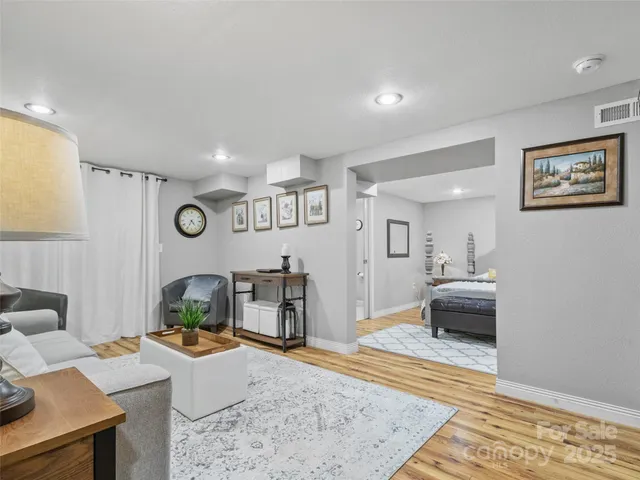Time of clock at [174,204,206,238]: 4:34
